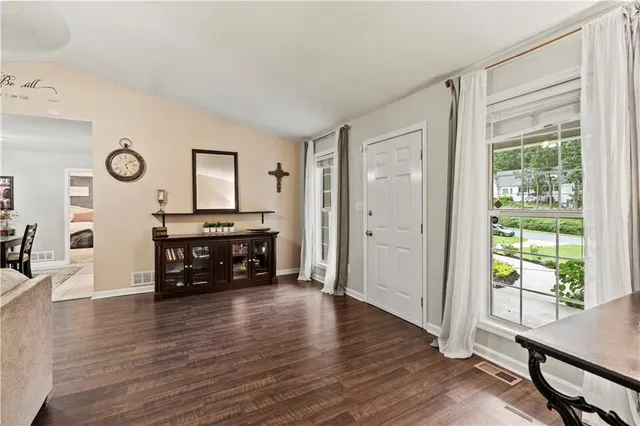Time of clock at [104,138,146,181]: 5:08
